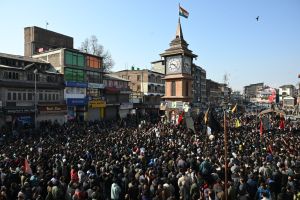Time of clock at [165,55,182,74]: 9:22
